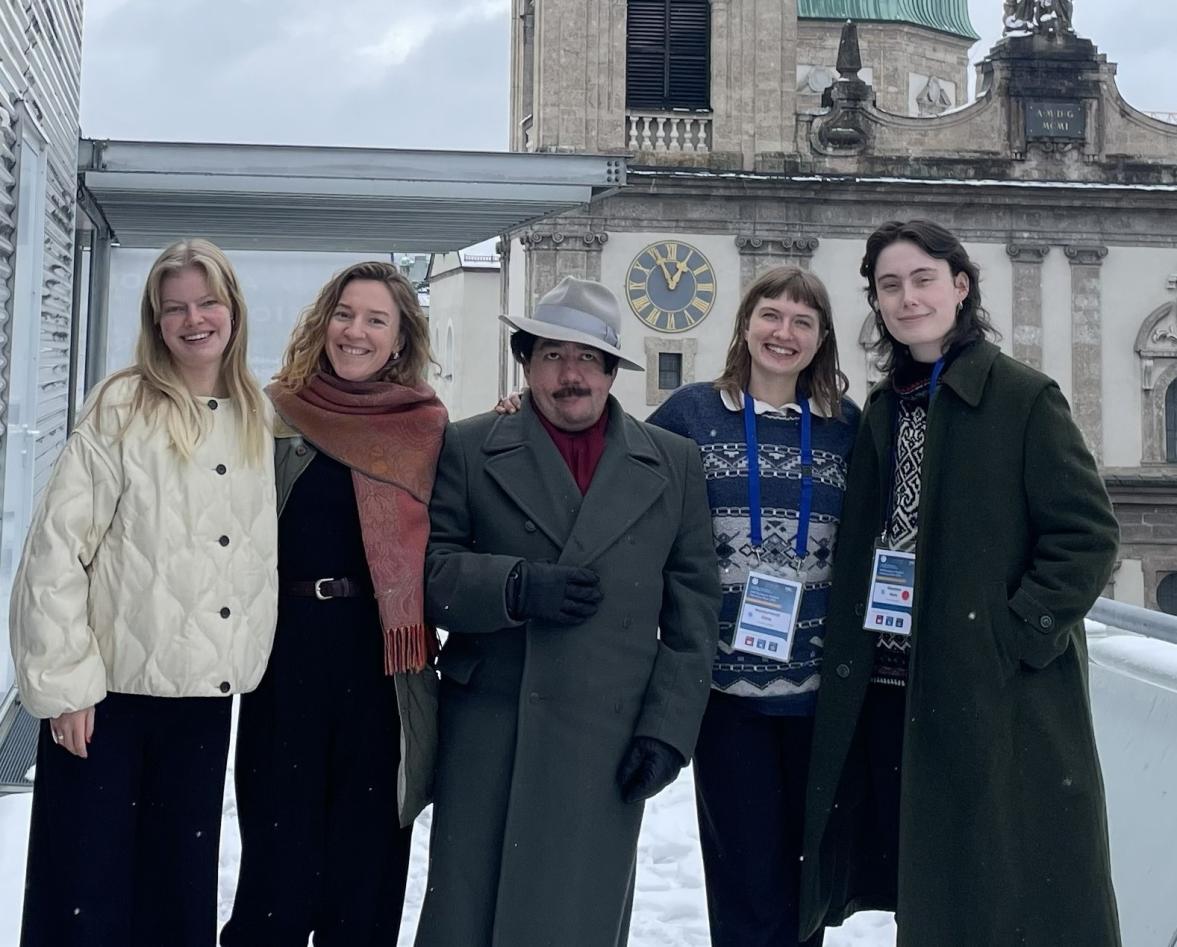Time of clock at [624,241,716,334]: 12:56
